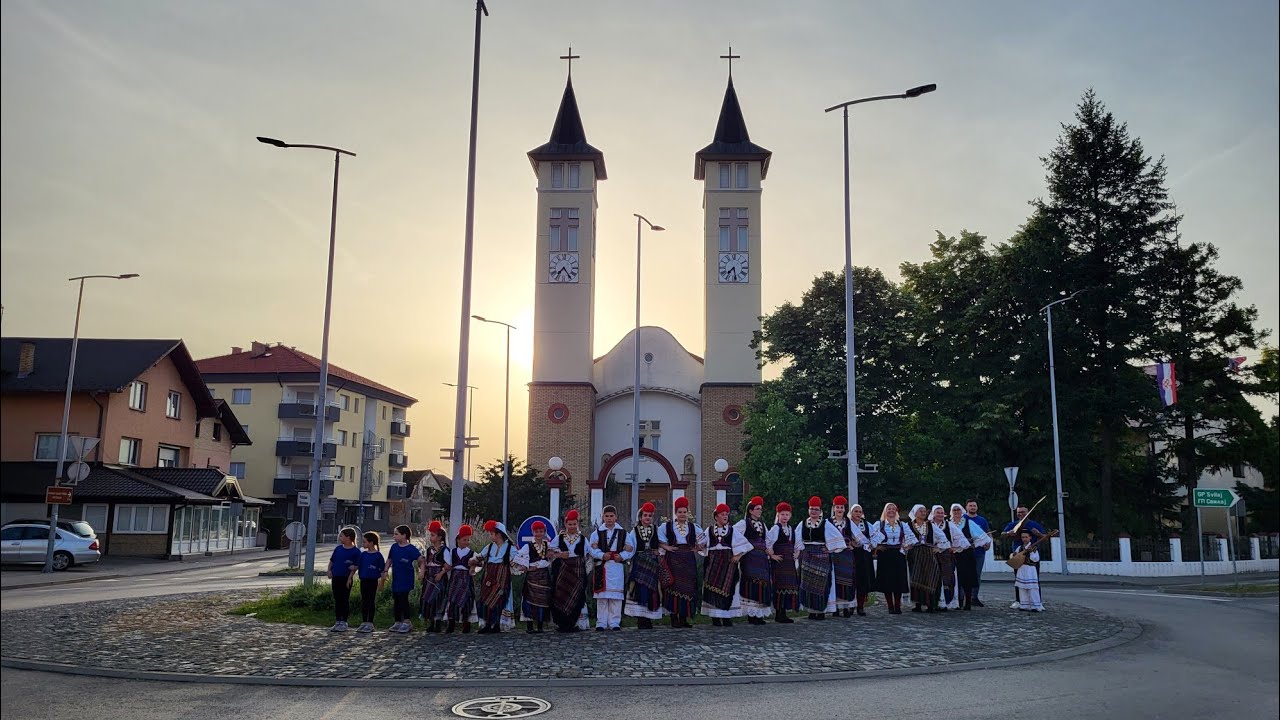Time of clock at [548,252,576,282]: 7:24
